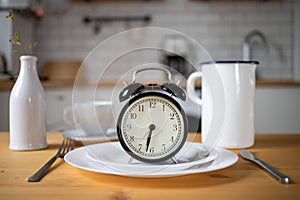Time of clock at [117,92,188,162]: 6:32
